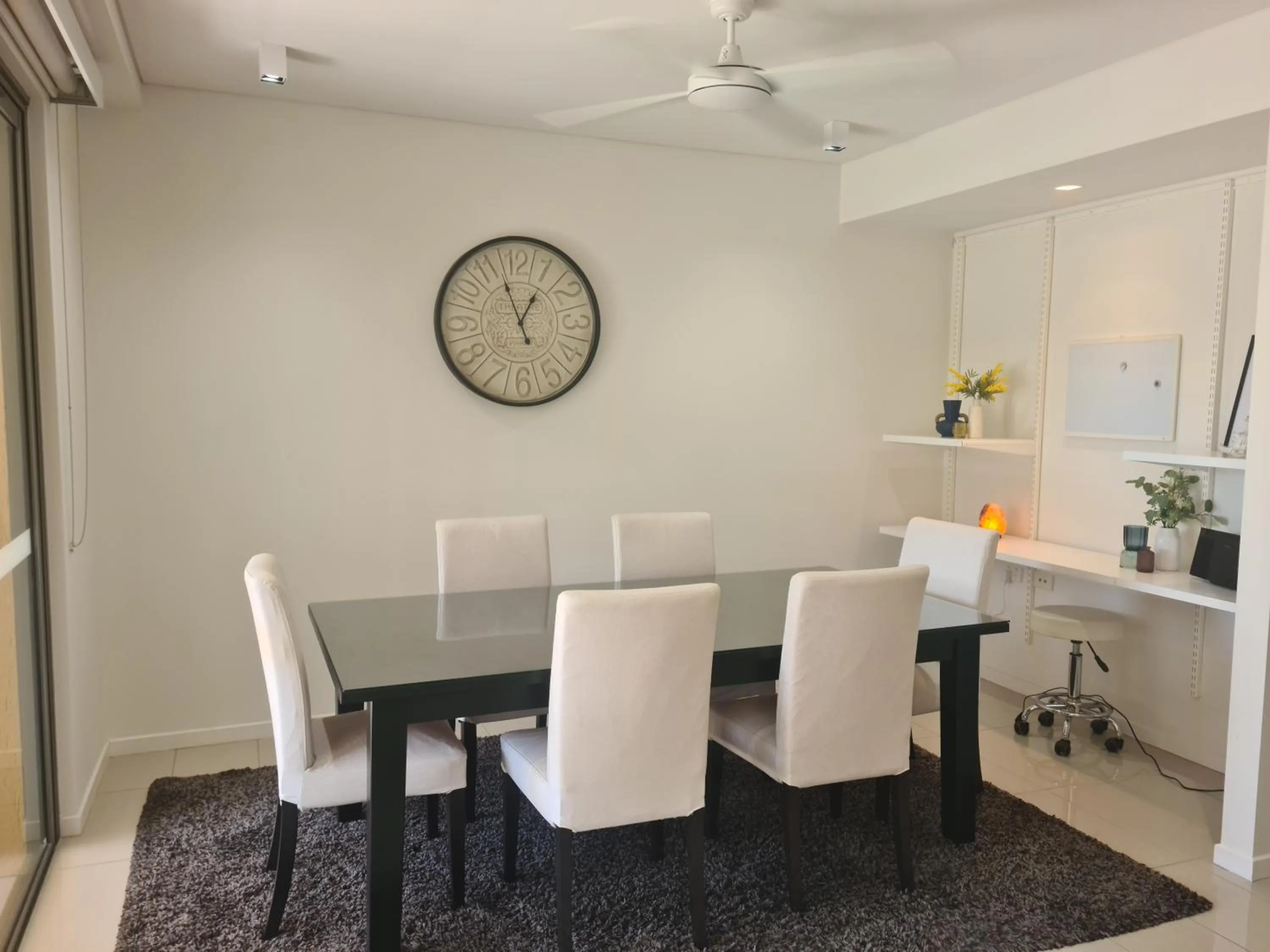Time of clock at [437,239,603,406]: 12:57
